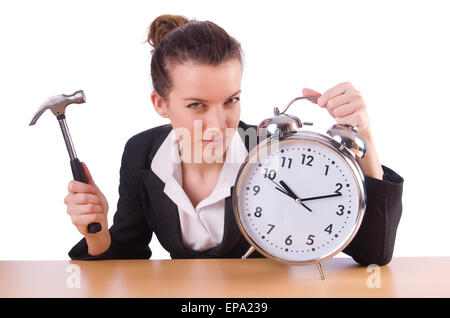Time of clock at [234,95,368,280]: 10:11
